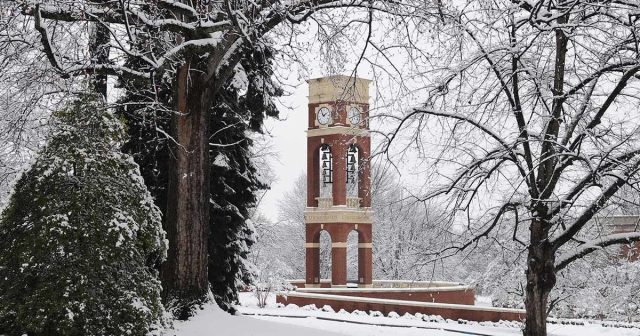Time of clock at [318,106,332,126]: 1:56
